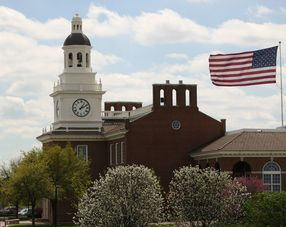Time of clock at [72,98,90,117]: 1:11
